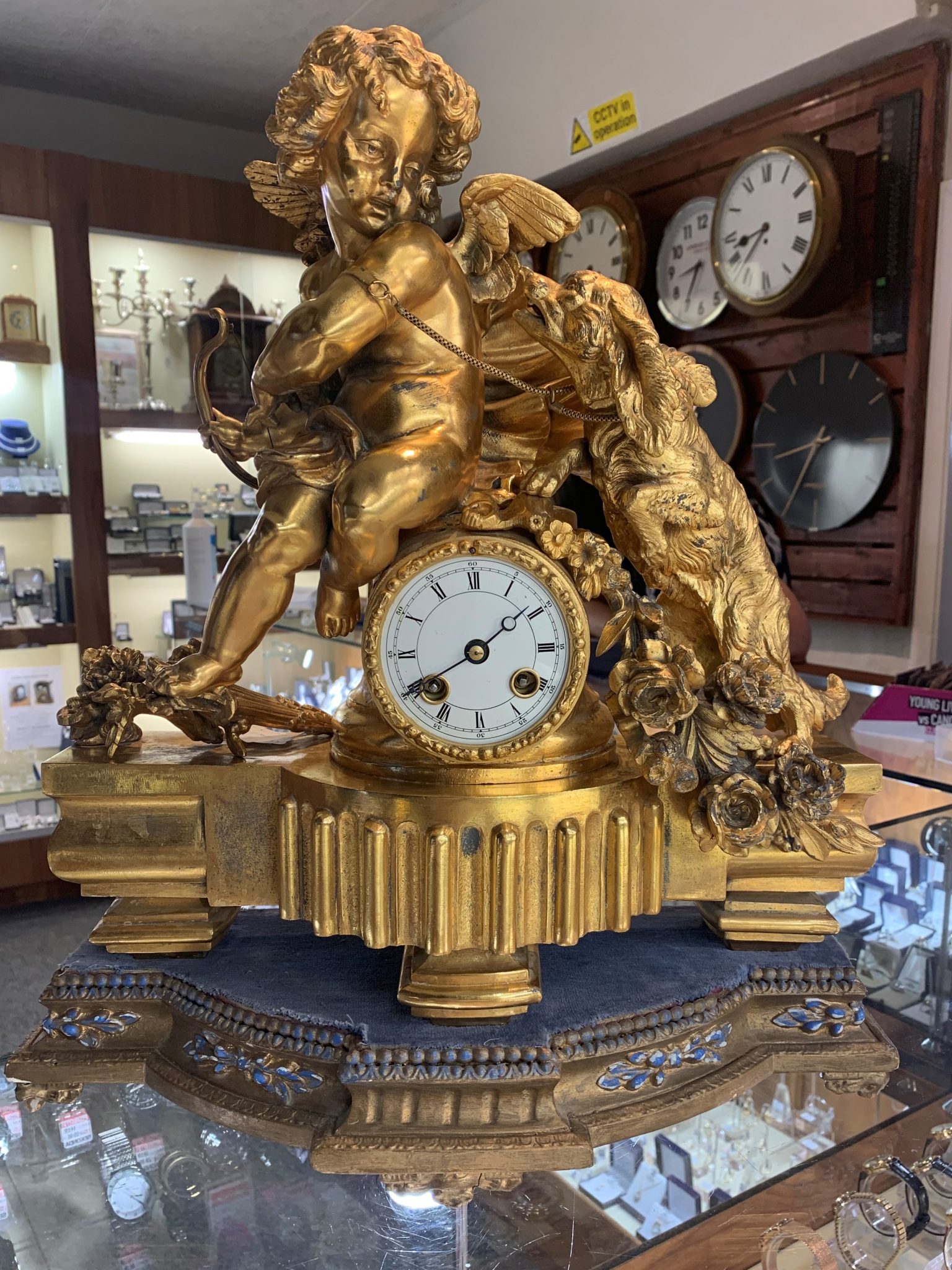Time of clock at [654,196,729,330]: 8:35
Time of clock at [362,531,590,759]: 1:40
